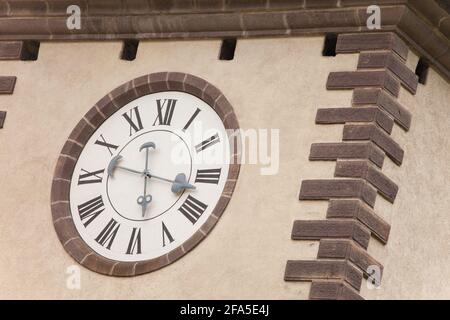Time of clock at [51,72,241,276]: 5:46
